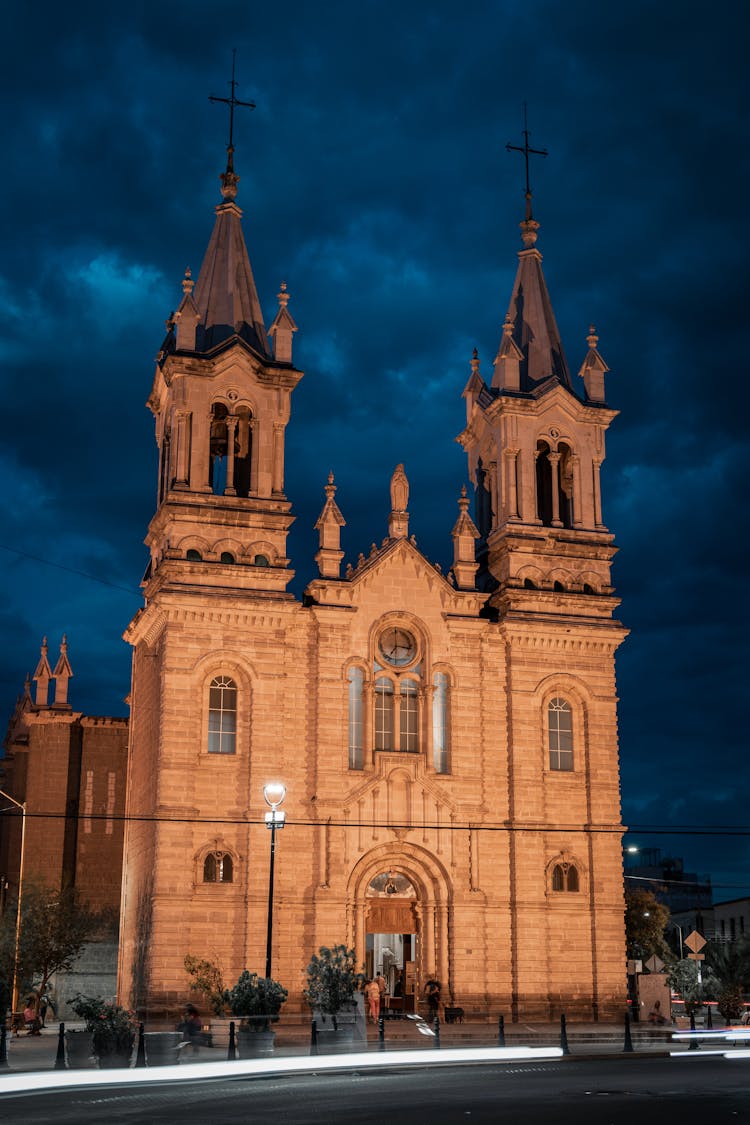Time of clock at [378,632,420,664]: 7:15
